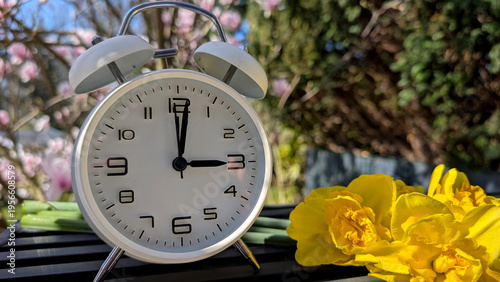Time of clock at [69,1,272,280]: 3:01
